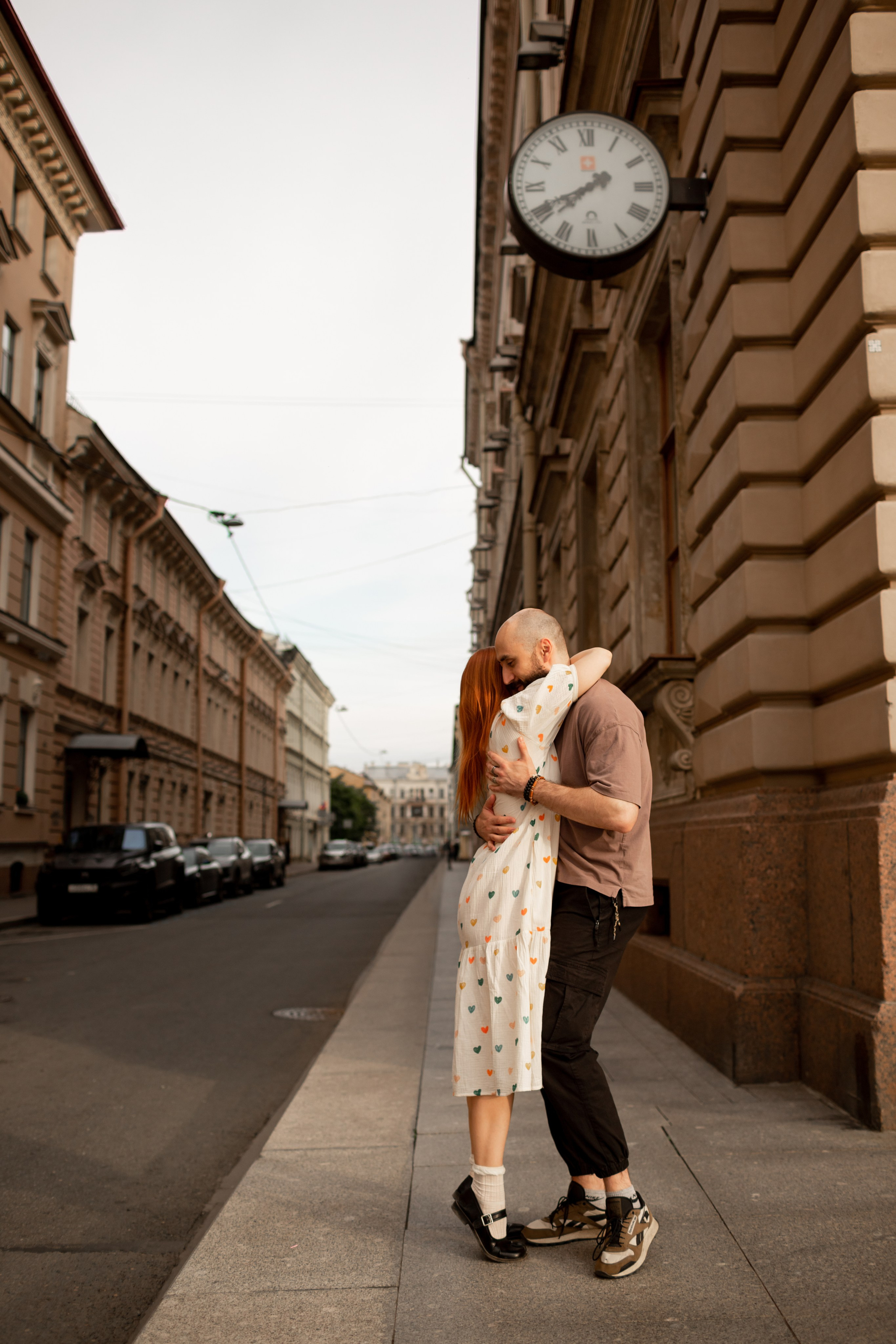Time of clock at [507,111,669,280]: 7:40
